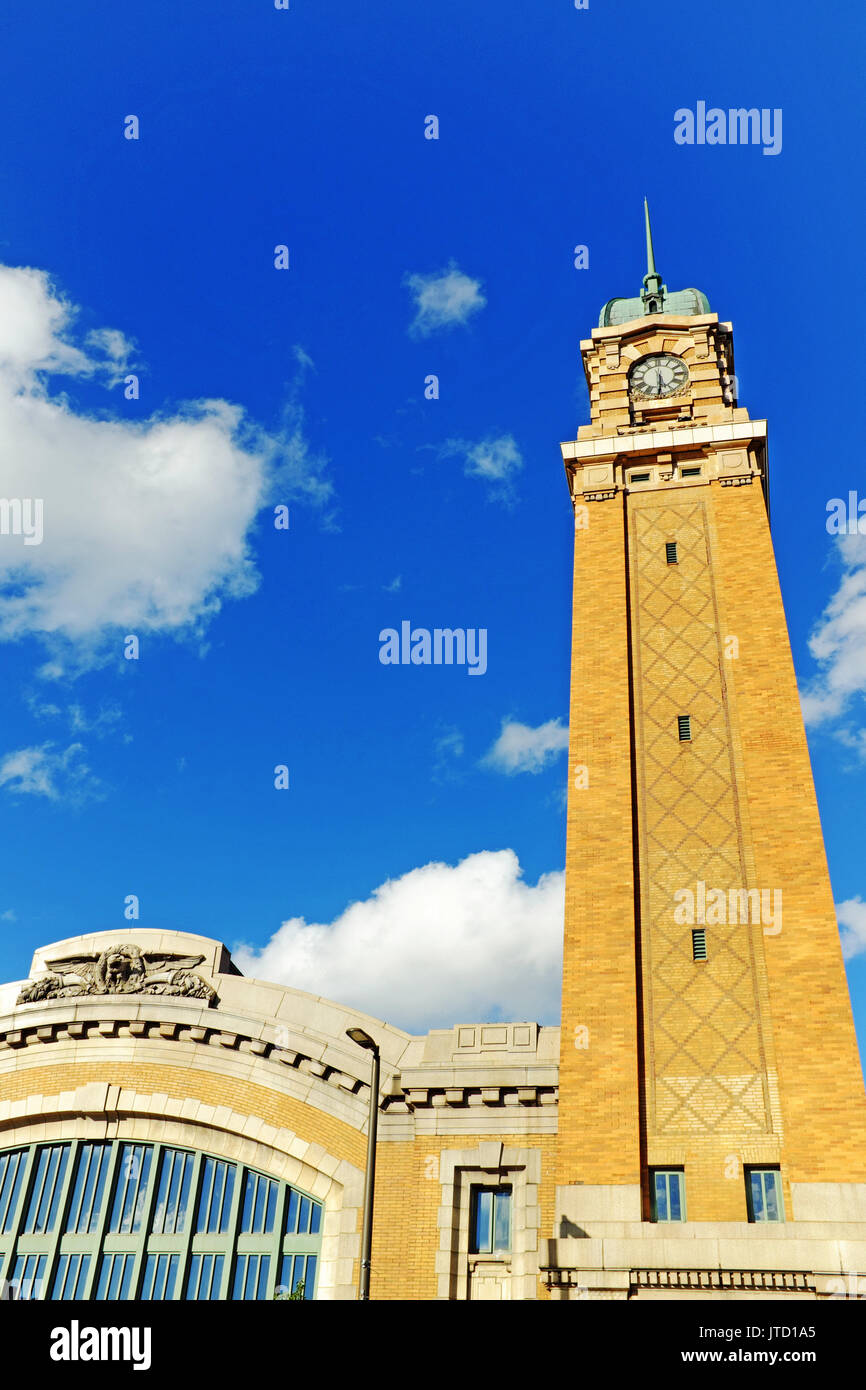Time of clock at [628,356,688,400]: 5:31
